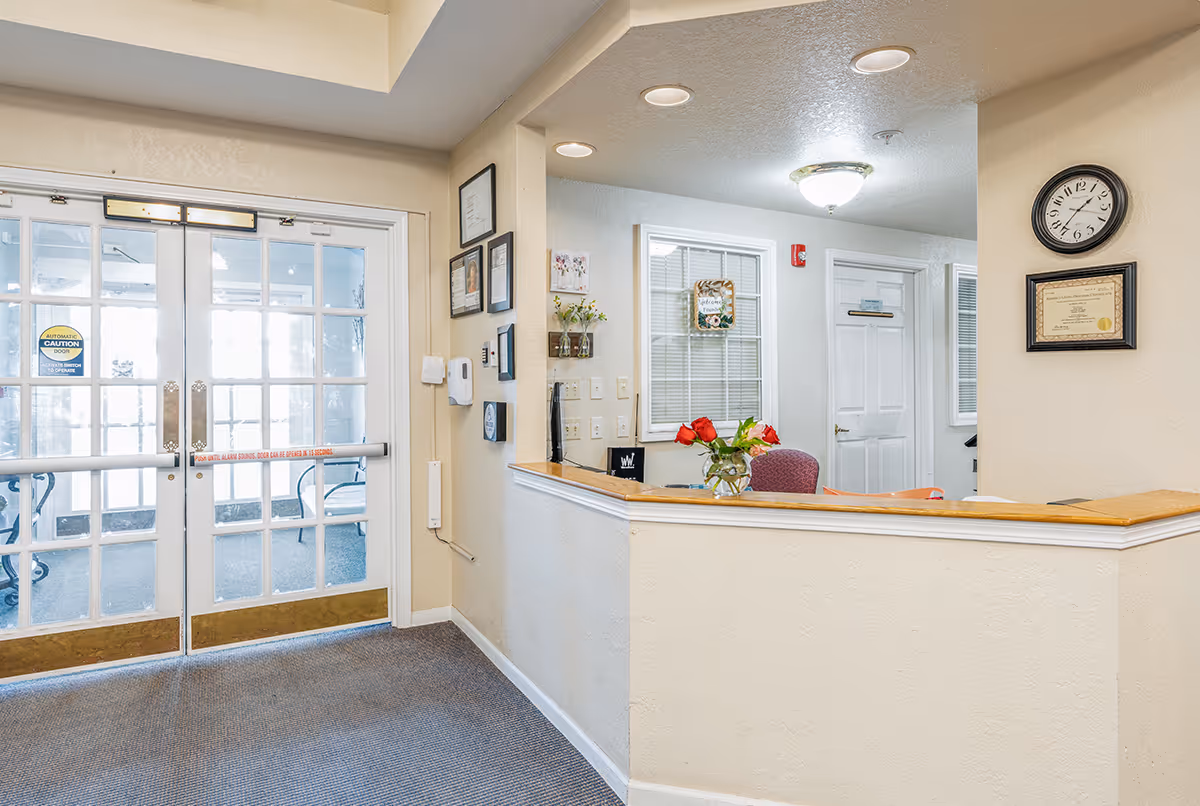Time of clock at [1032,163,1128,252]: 1:36
